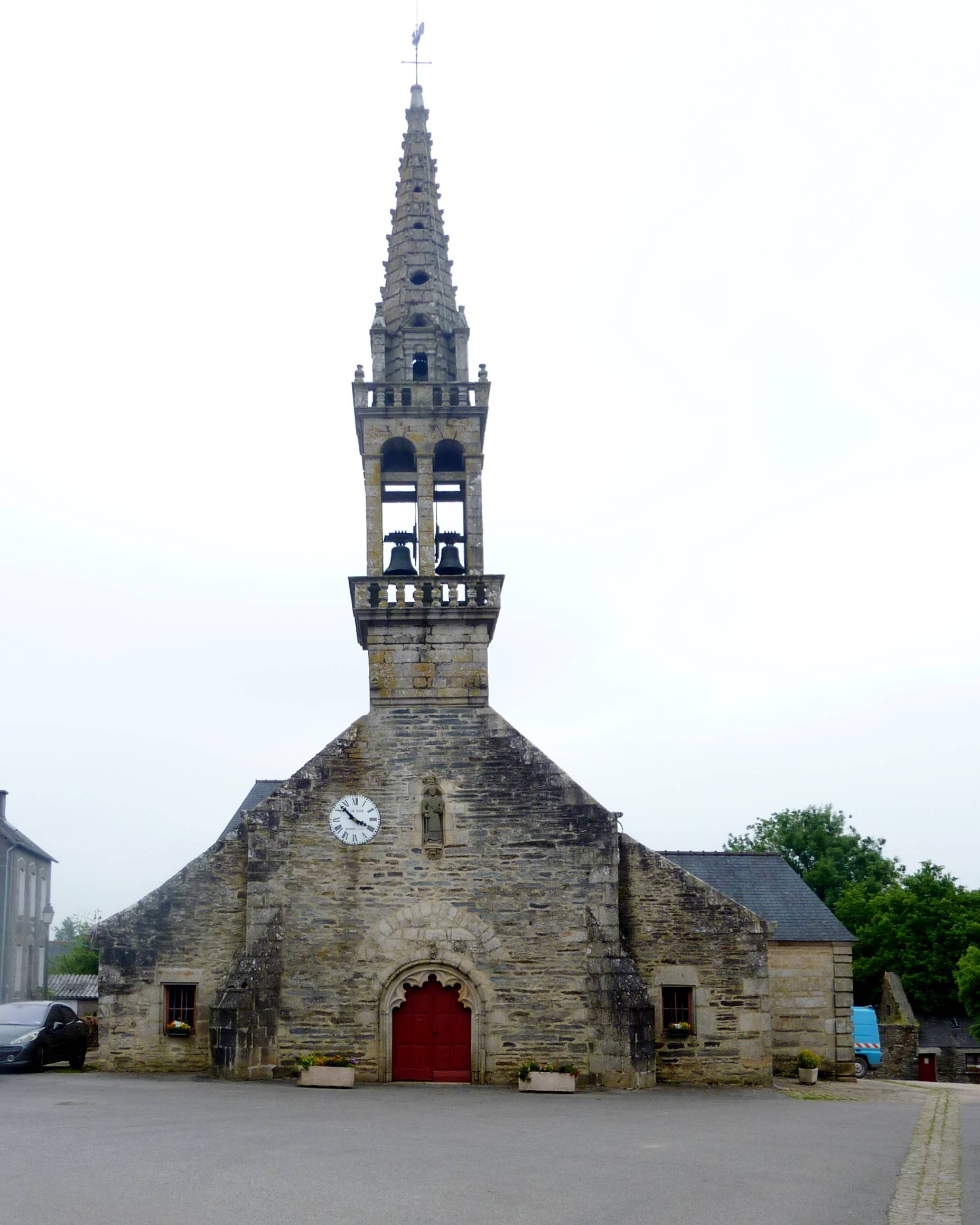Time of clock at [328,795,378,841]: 3:52
